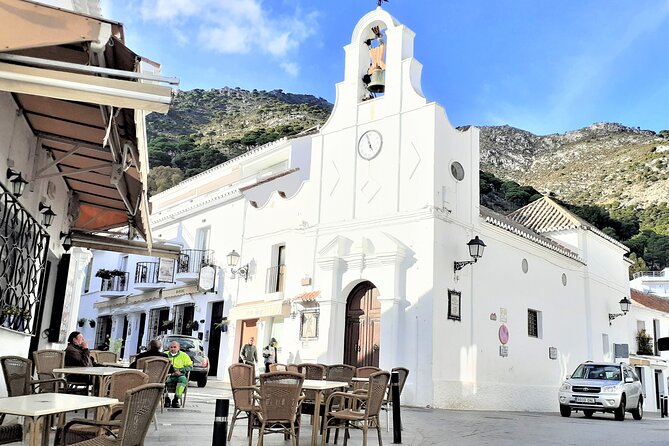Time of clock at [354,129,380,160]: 4:56
